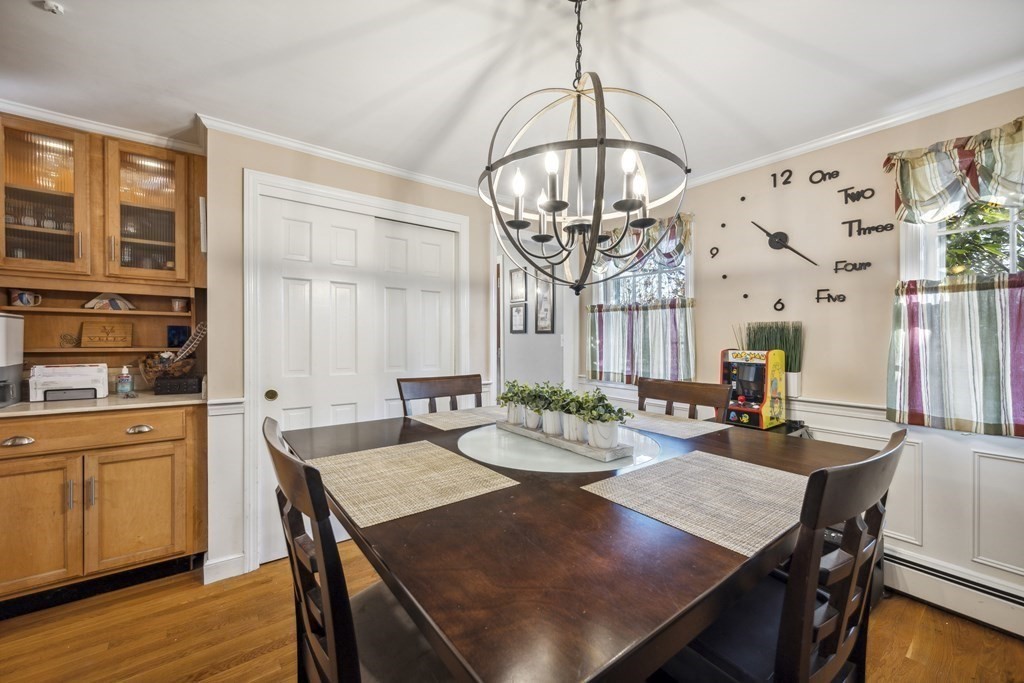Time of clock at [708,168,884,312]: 10:21
